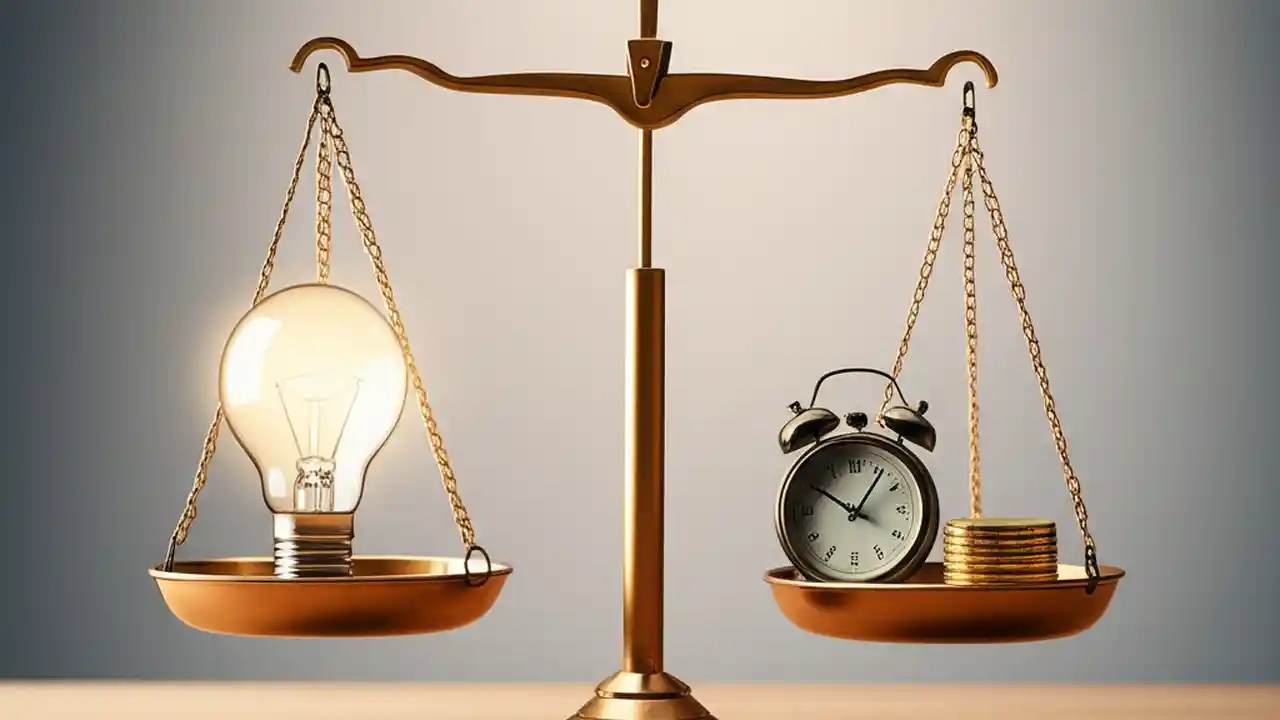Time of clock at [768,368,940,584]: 10:06
